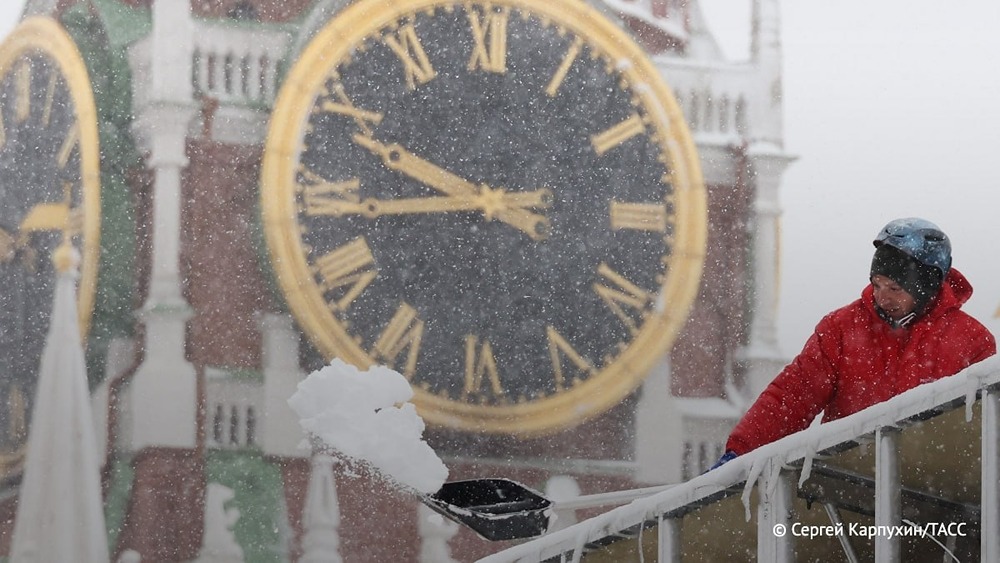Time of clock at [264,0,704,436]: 9:44
